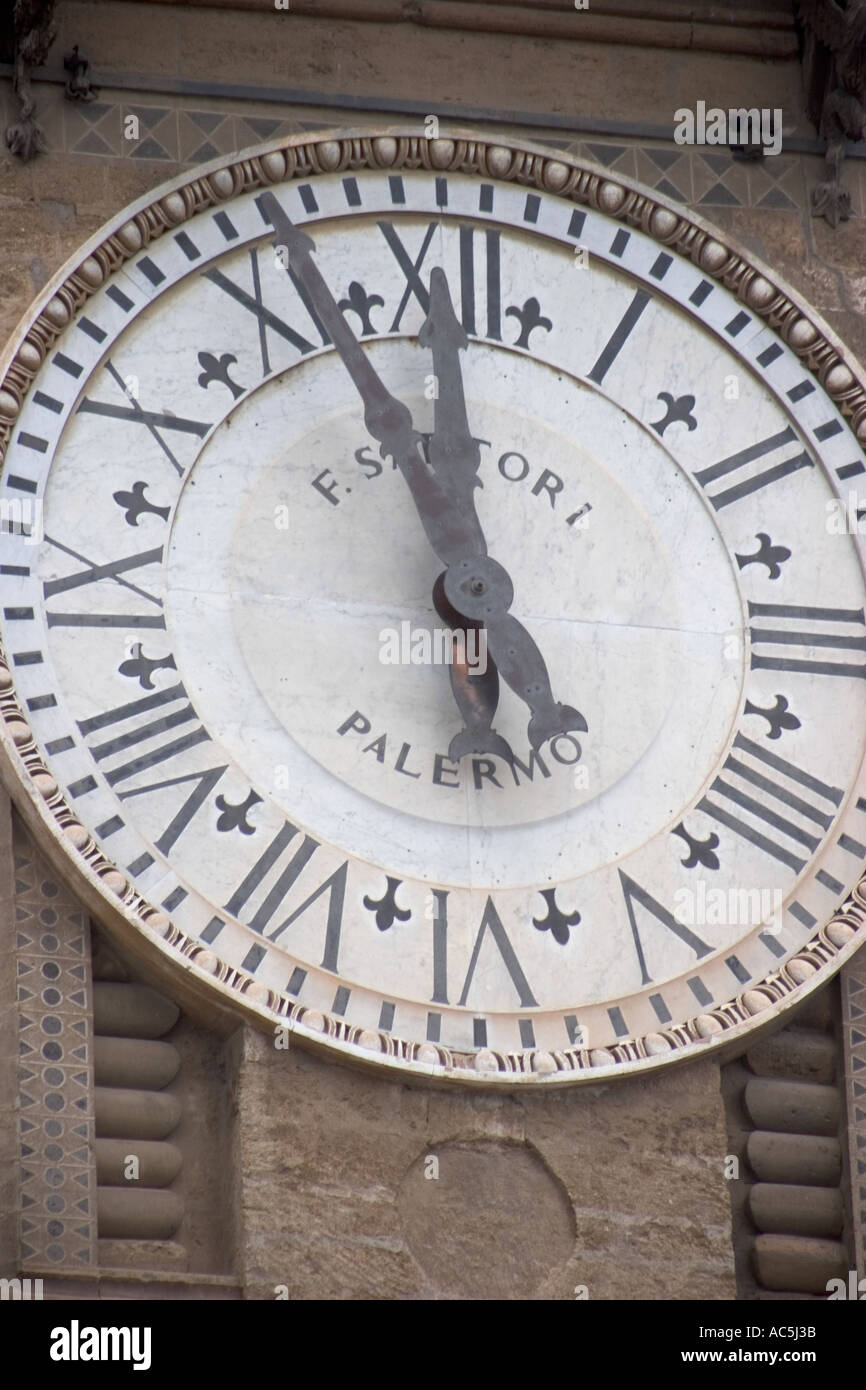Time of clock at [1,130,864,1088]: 10:58
